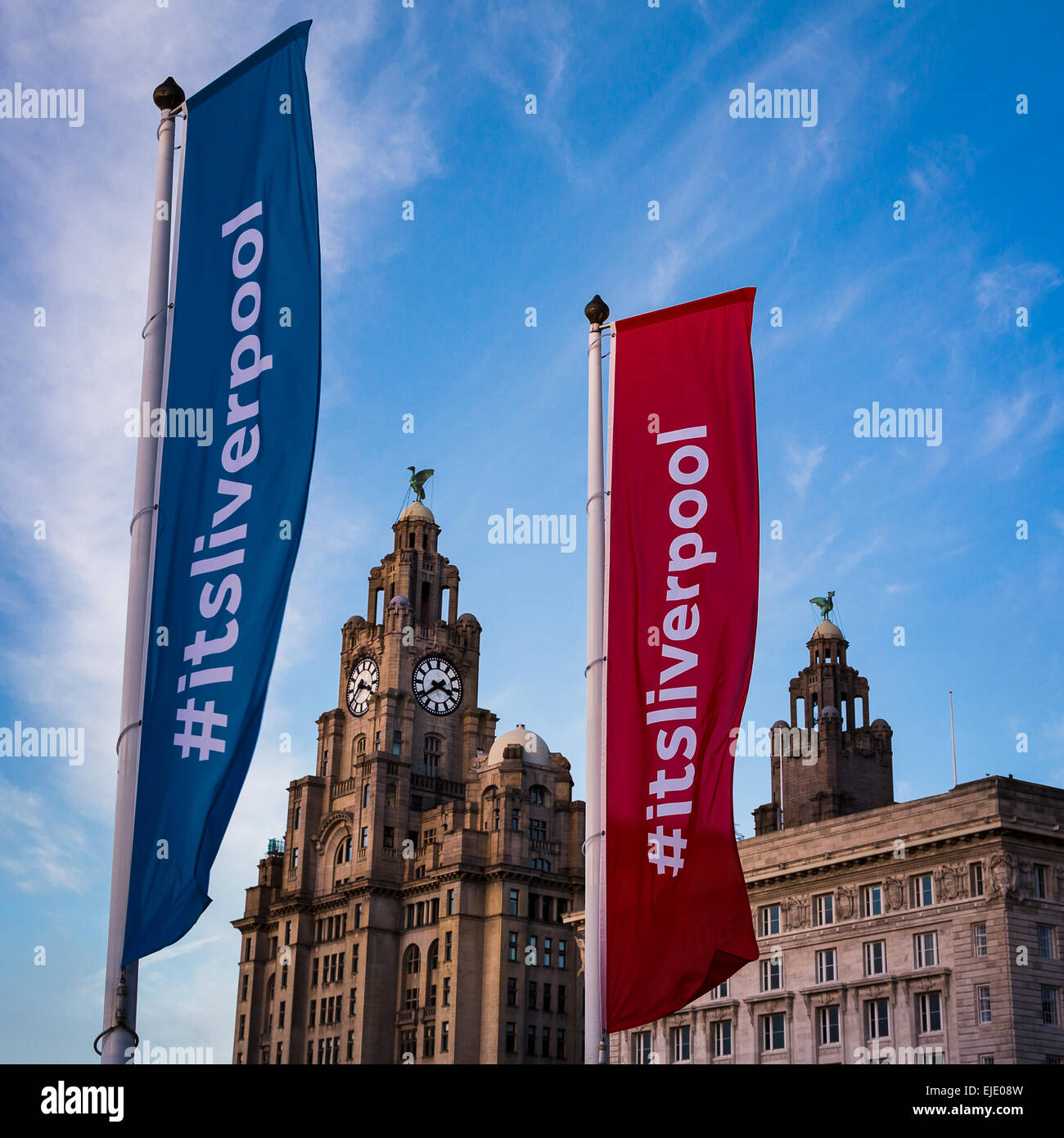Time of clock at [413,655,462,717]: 3:38
